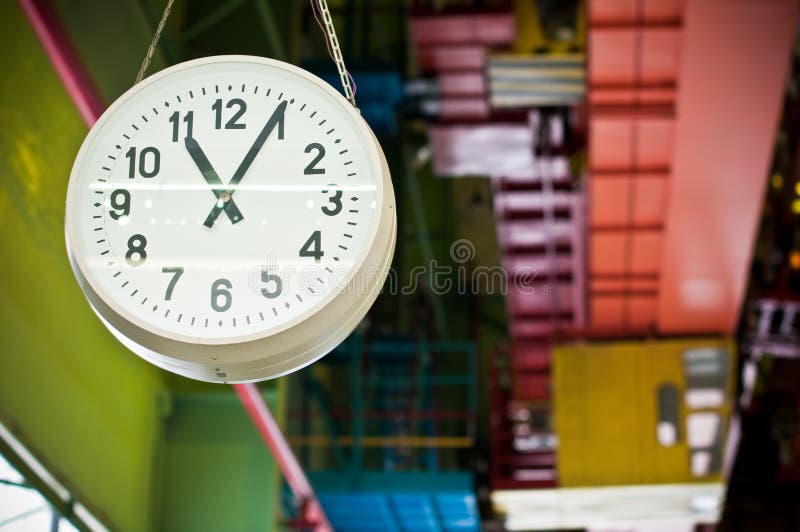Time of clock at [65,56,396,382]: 11:04
